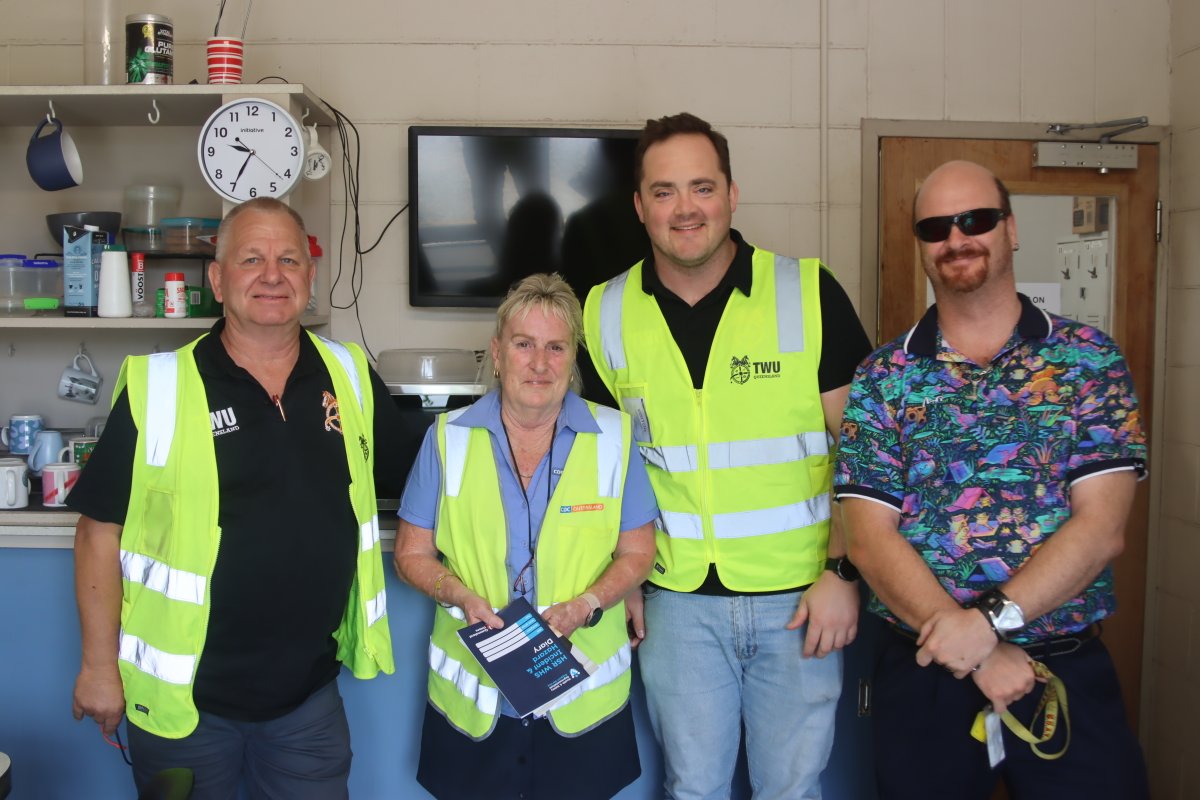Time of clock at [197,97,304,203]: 9:35
